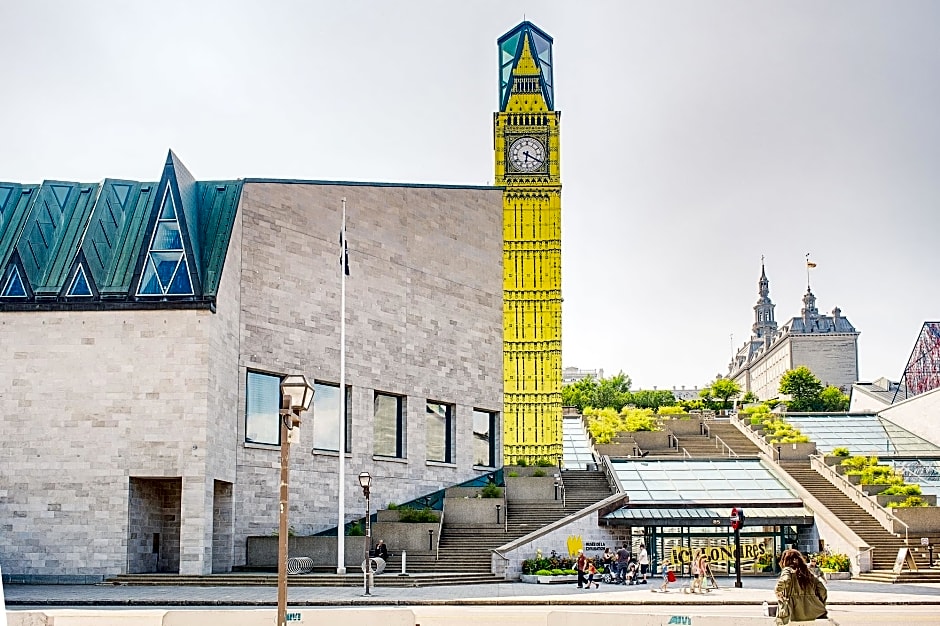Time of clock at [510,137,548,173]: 6:20
